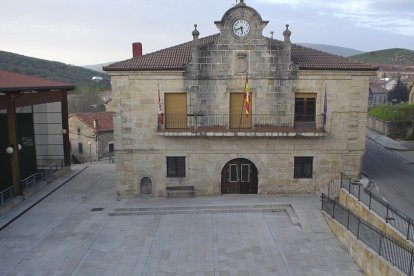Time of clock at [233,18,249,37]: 5:42
